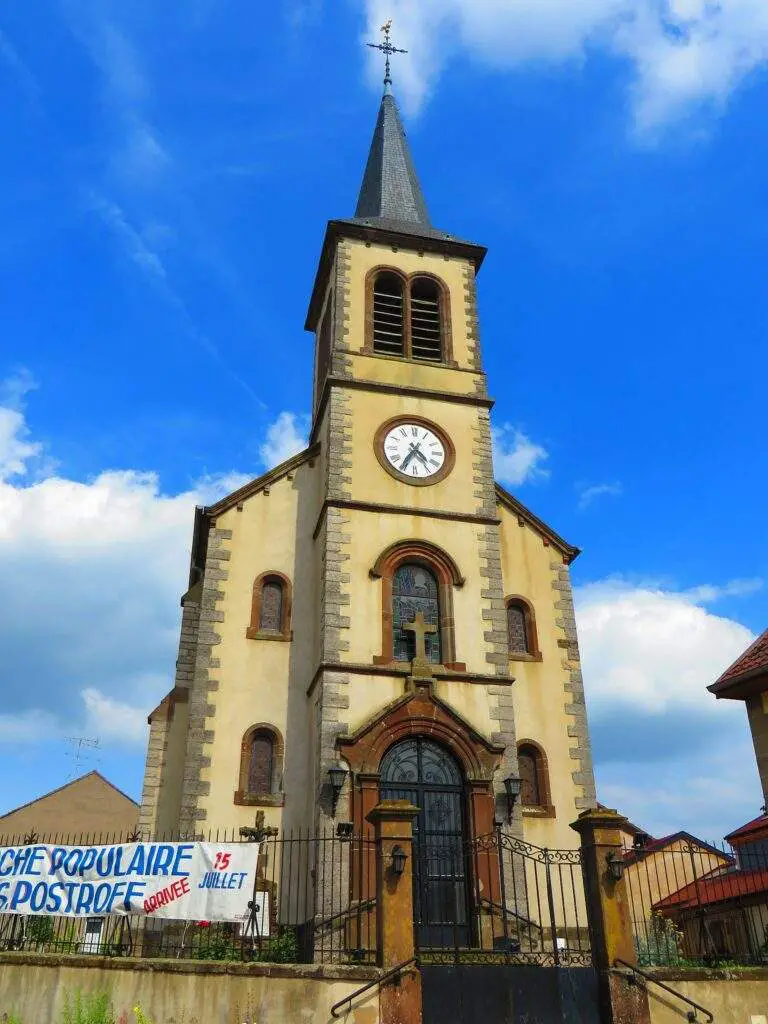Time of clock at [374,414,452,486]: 4:35
